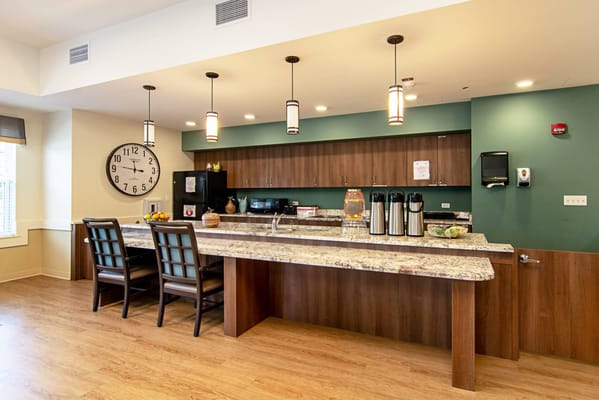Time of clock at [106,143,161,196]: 11:46
